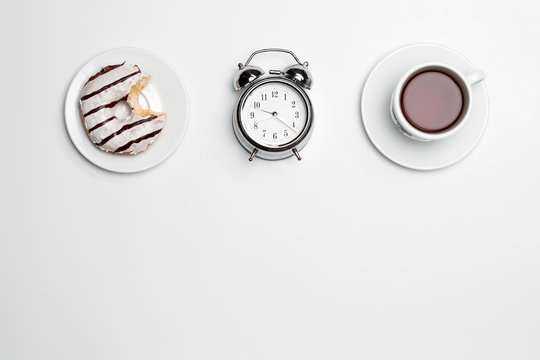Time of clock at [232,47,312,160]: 9:21
